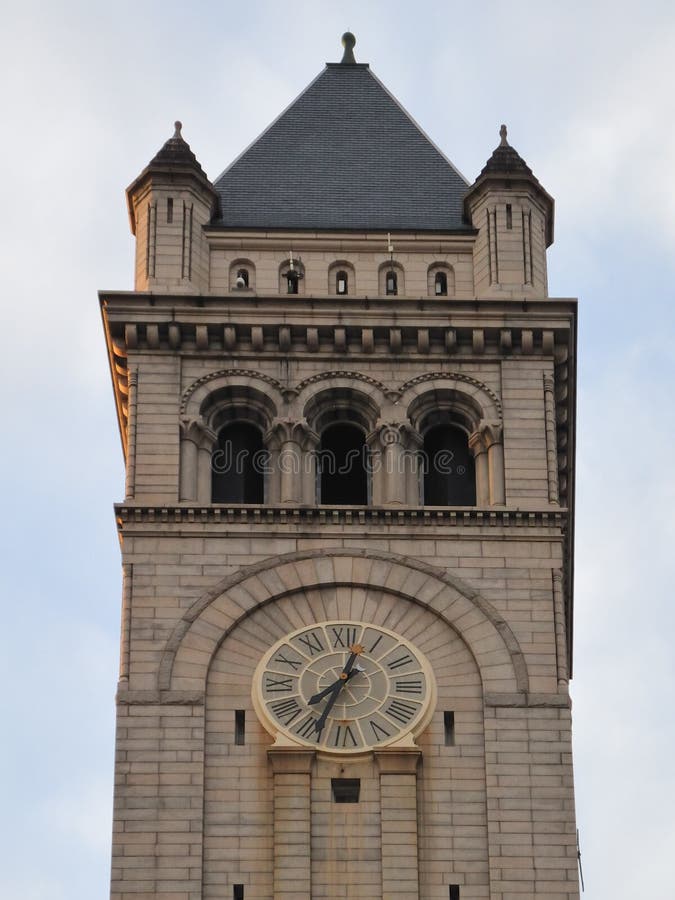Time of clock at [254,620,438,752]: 7:33
